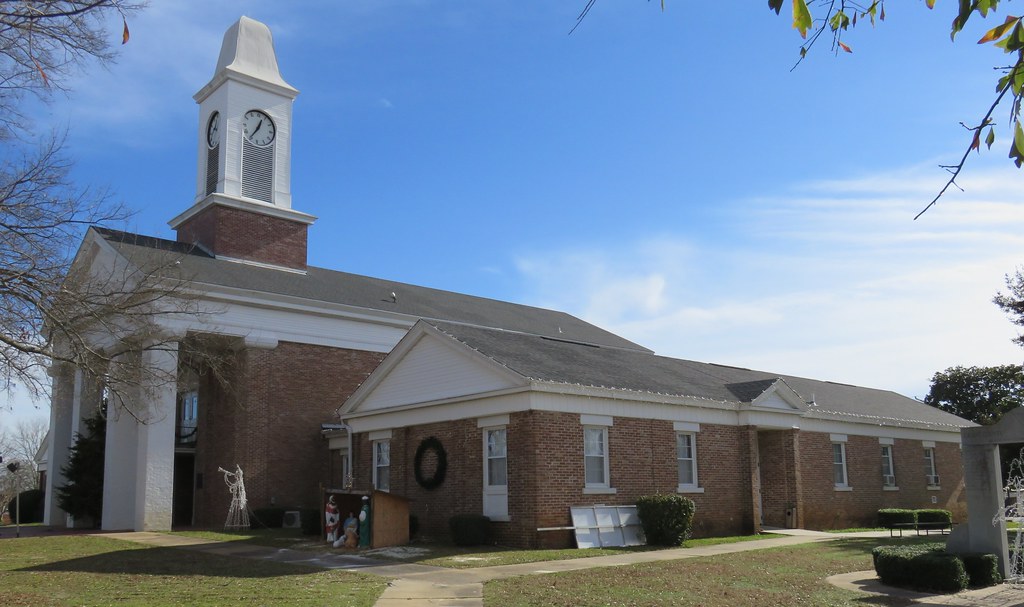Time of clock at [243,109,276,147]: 12:35
